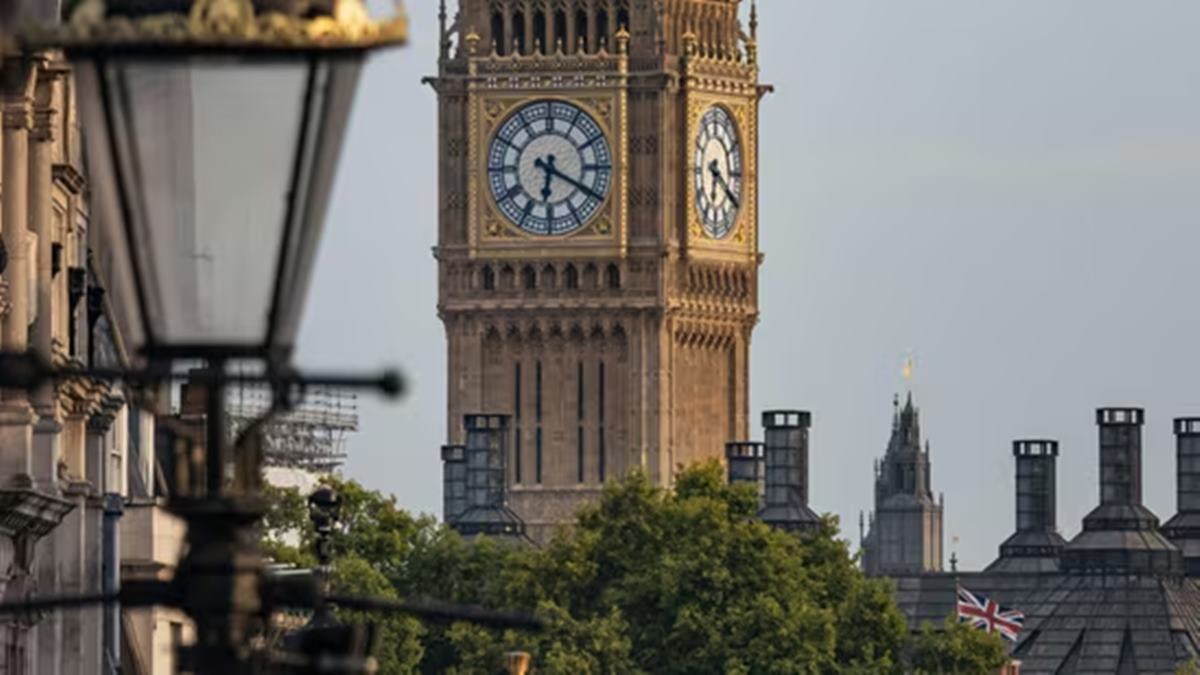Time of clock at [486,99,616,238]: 6:19
